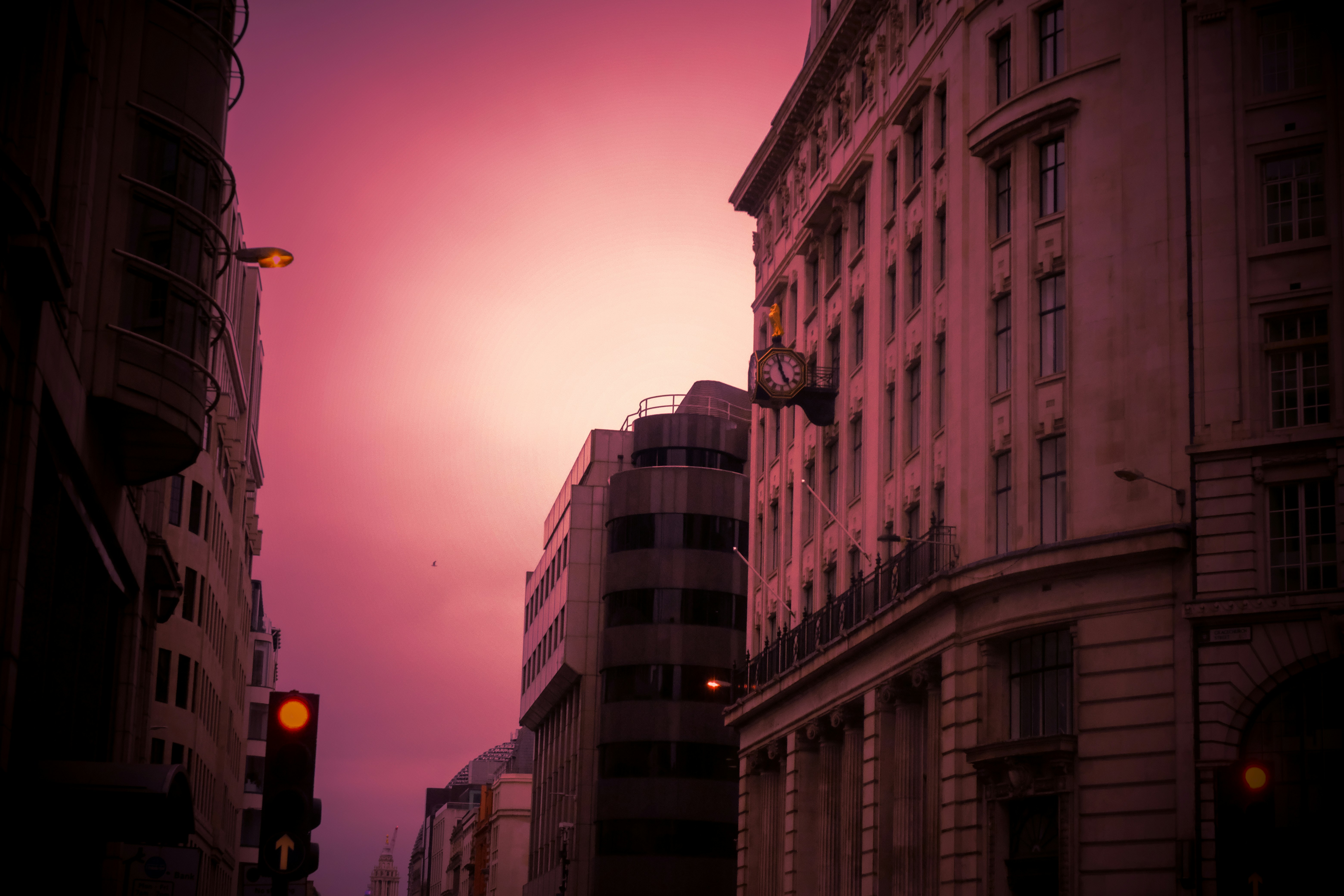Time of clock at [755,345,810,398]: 4:57
